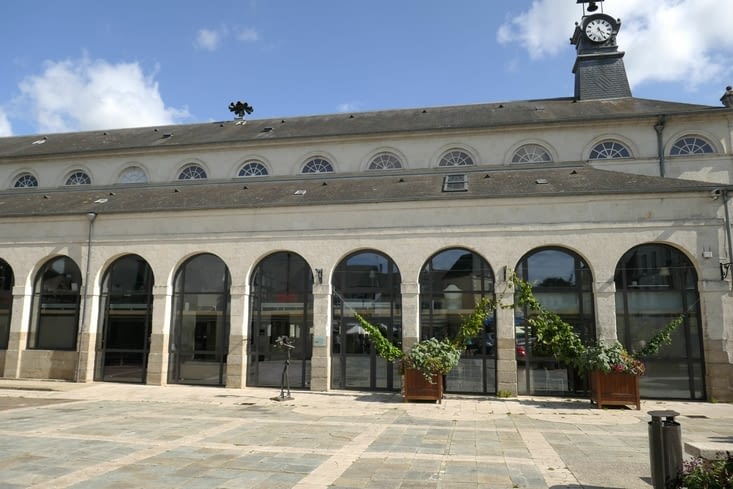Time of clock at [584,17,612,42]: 4:26
